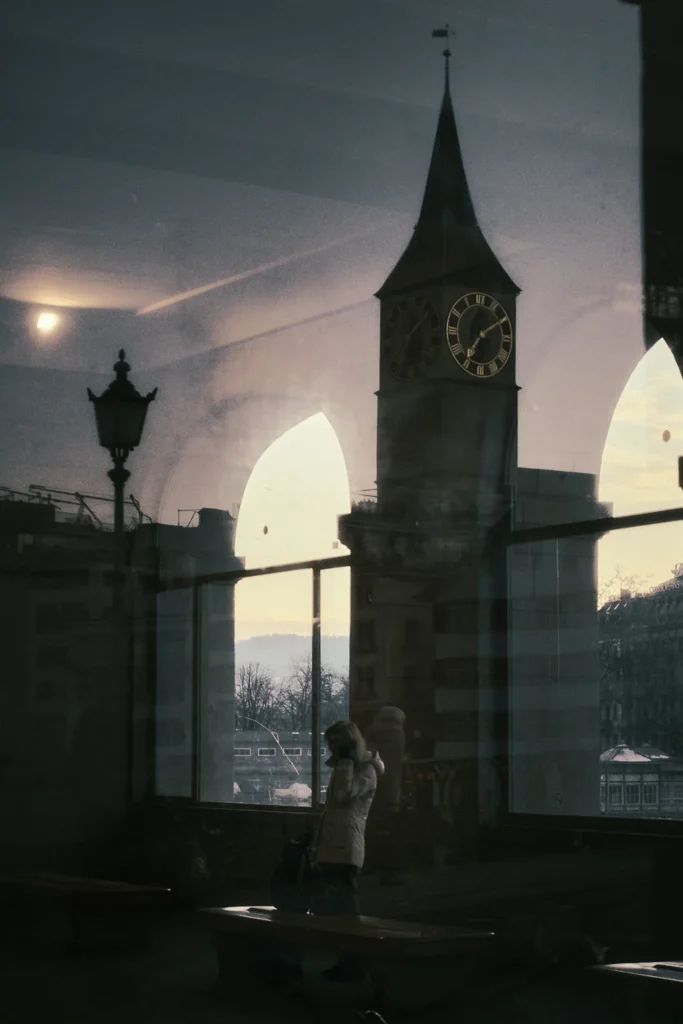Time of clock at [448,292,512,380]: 7:09
